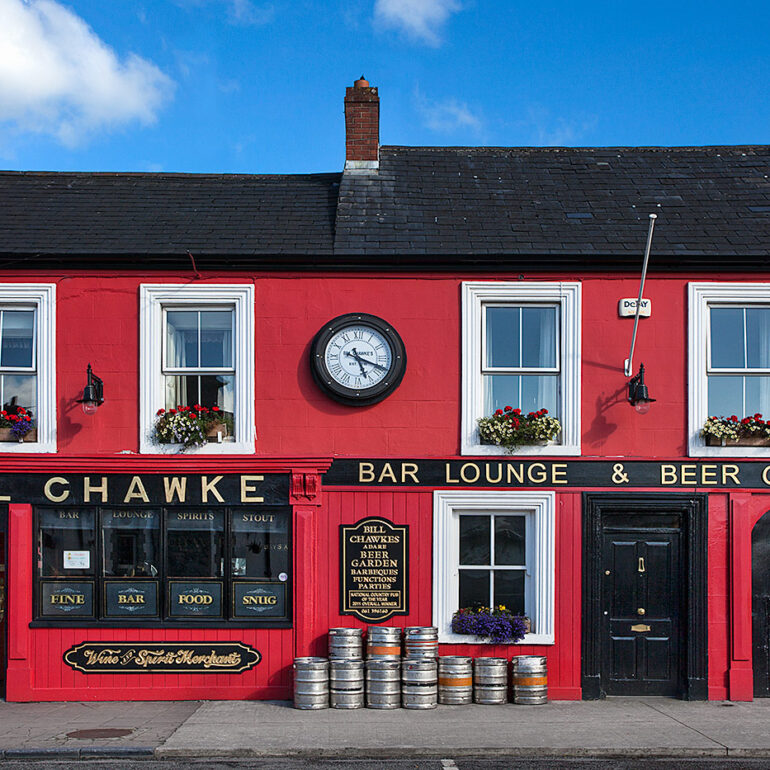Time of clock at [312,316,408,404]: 5:18
